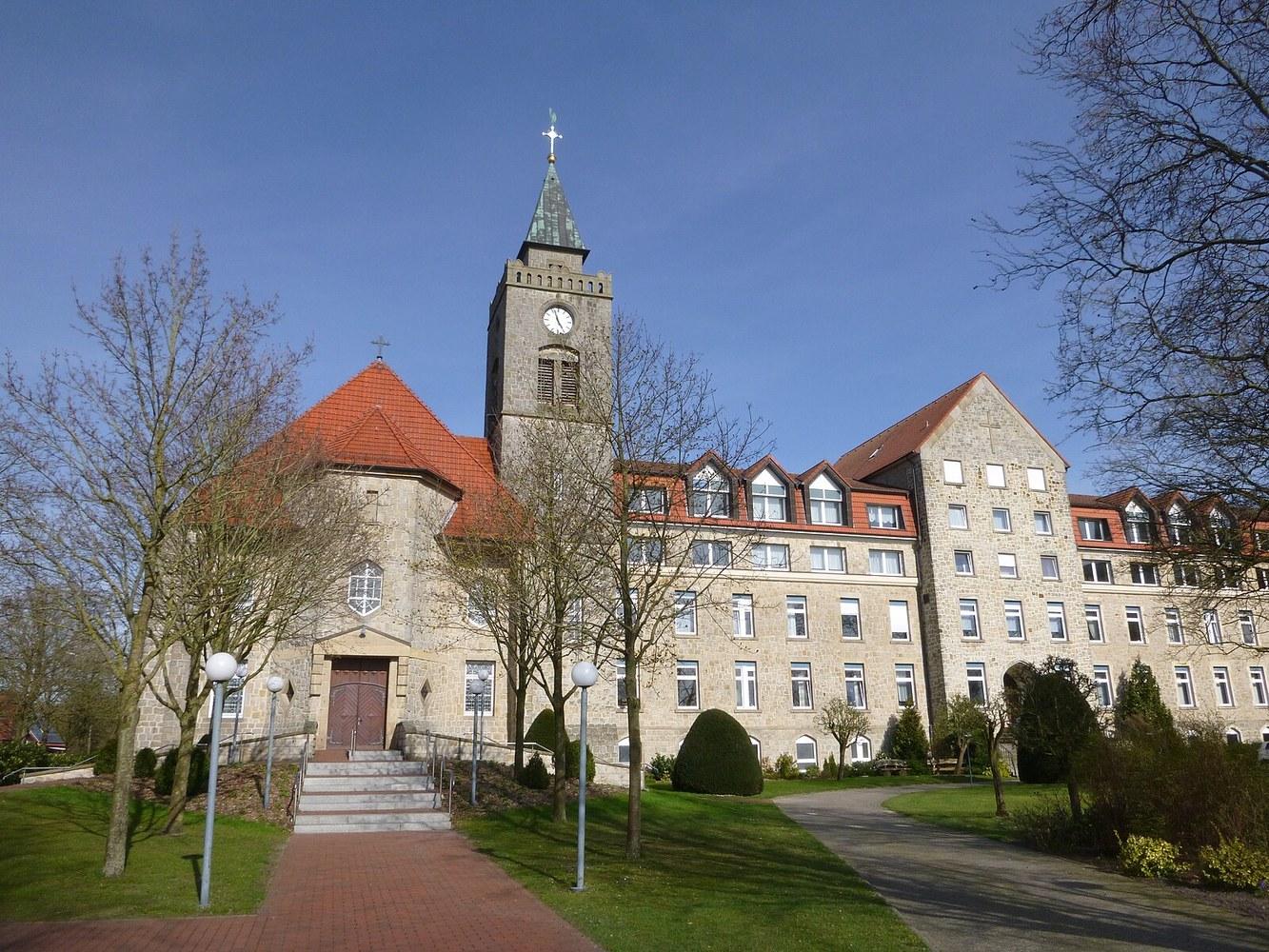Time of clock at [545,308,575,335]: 4:57
